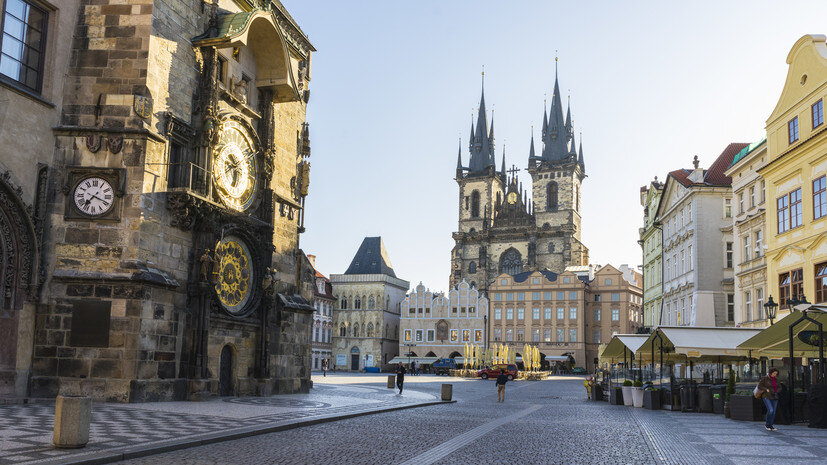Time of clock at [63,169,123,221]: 7:18
